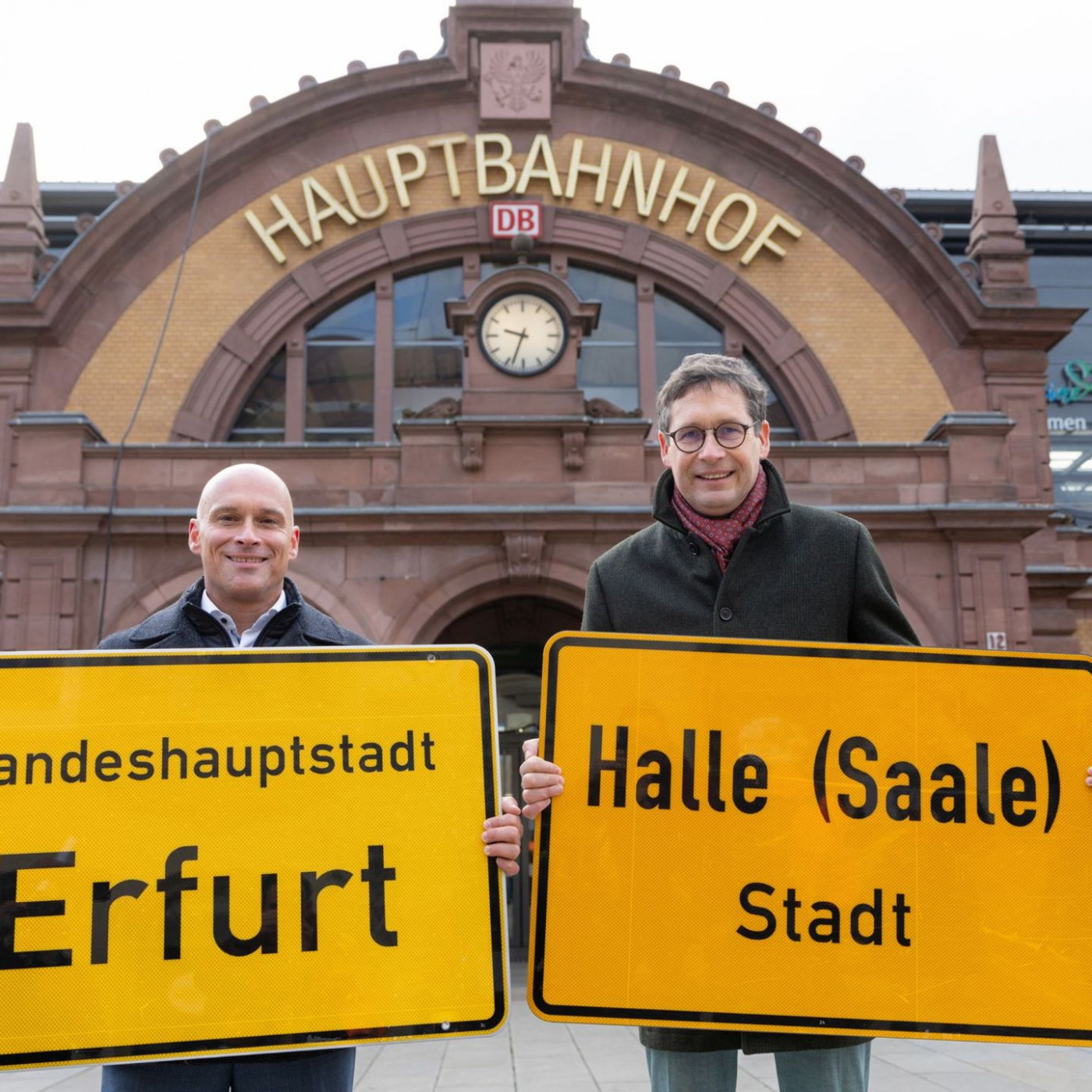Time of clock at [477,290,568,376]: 9:33
